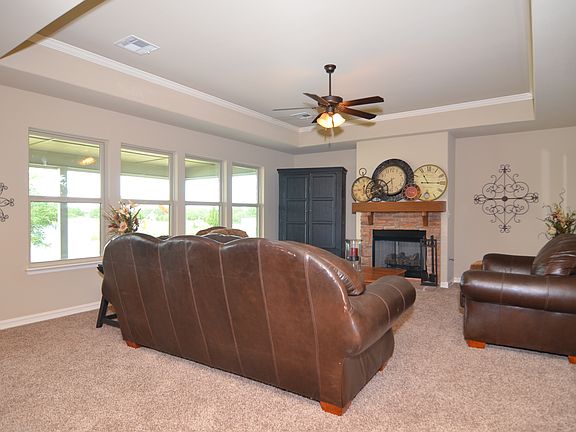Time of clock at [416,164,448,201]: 11:14
